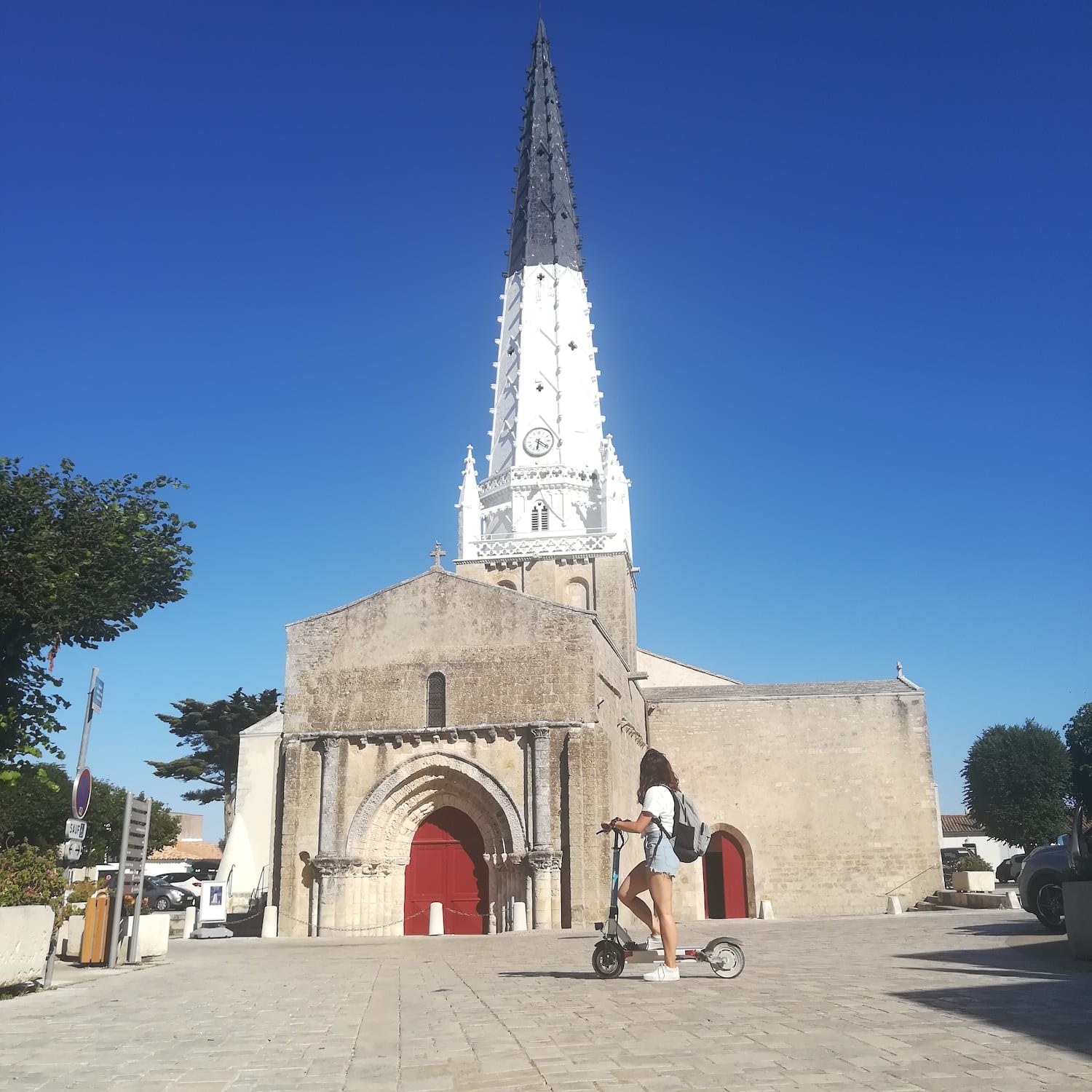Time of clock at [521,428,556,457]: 6:20
